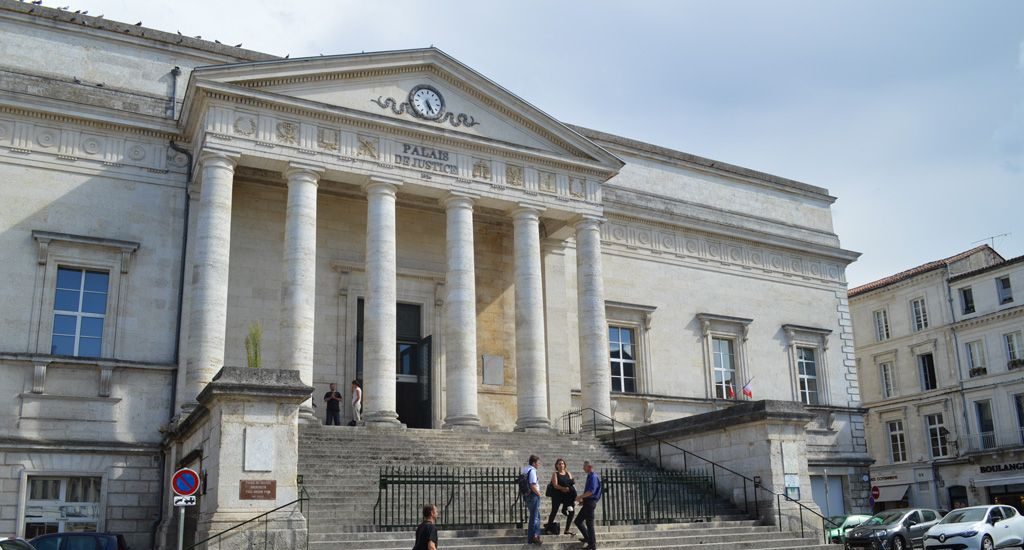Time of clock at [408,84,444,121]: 5:24
